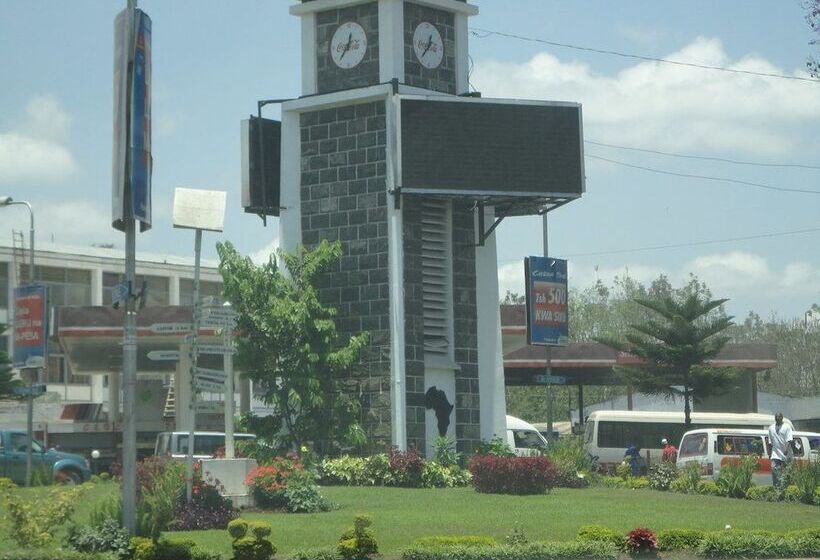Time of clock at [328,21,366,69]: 12:36
